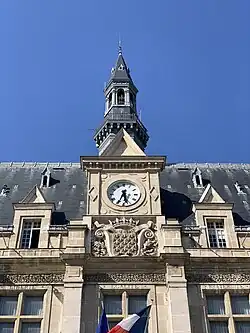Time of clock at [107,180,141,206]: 5:34
